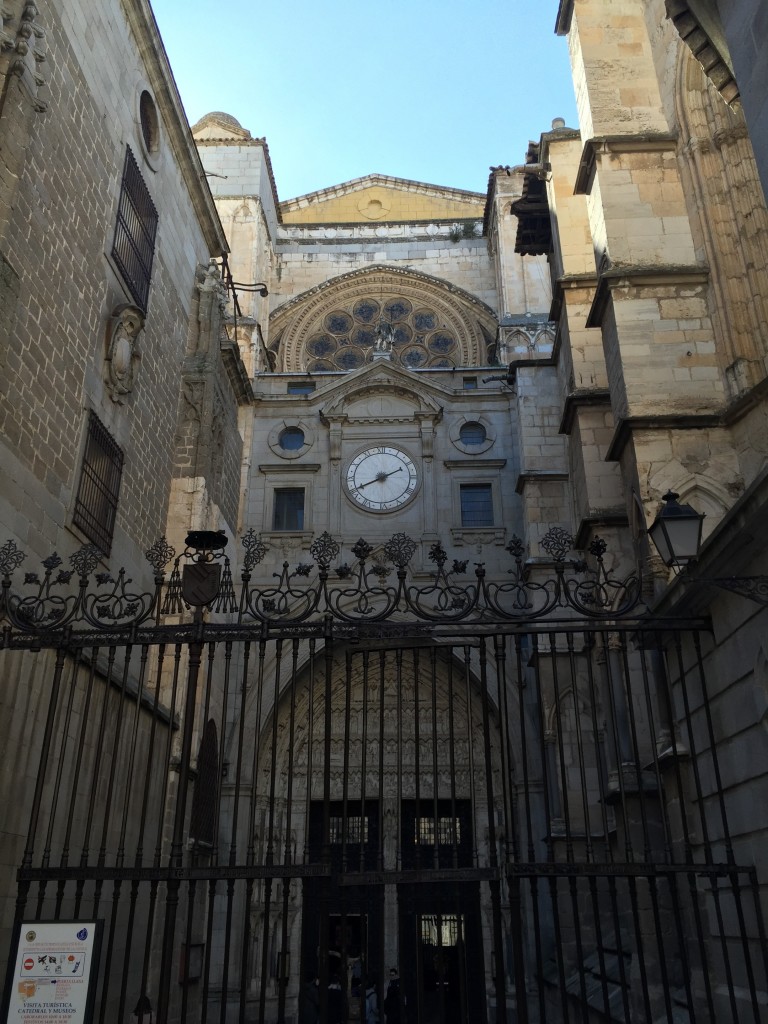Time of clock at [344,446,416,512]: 8:10
